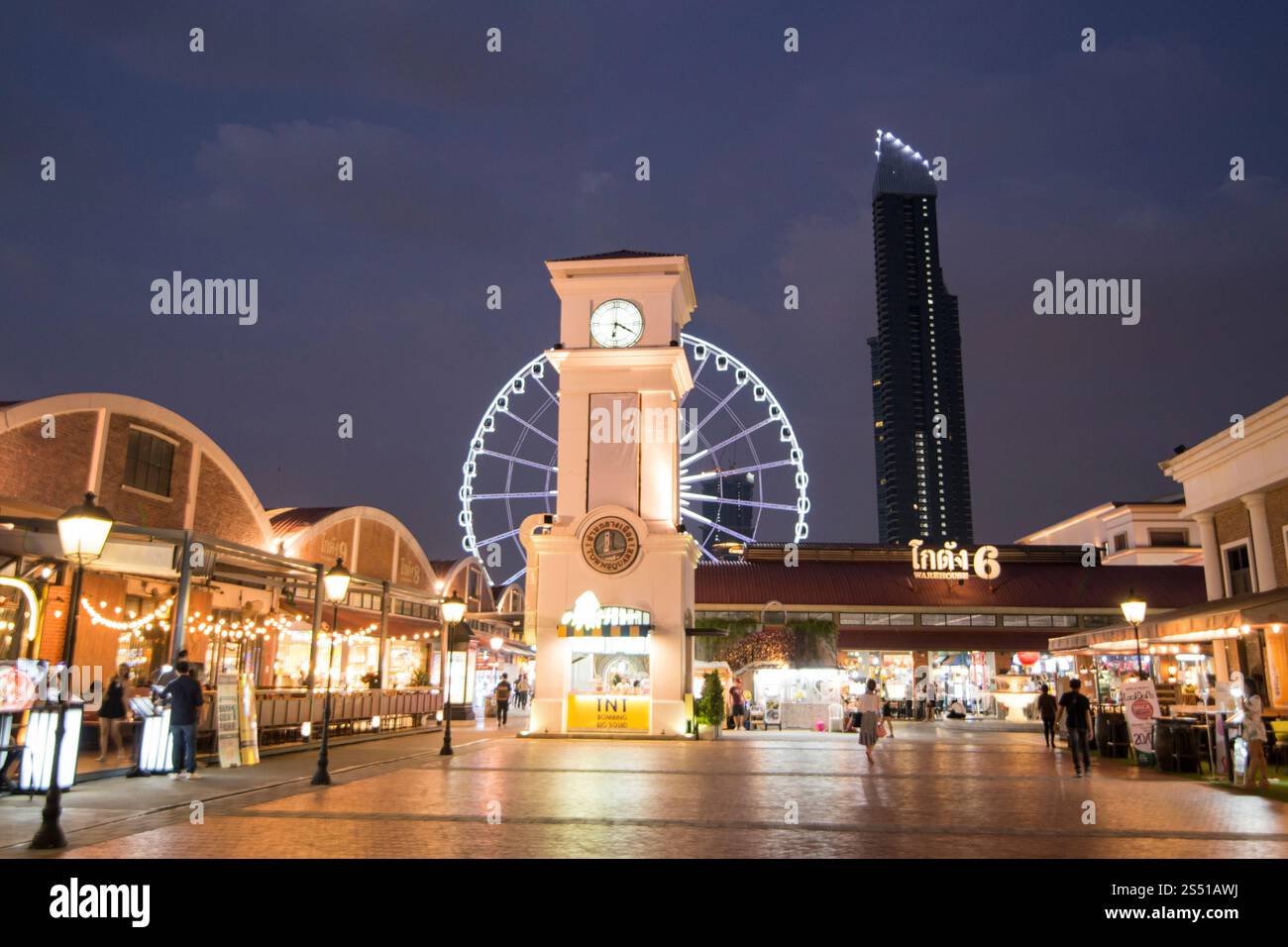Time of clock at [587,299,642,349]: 6:19
